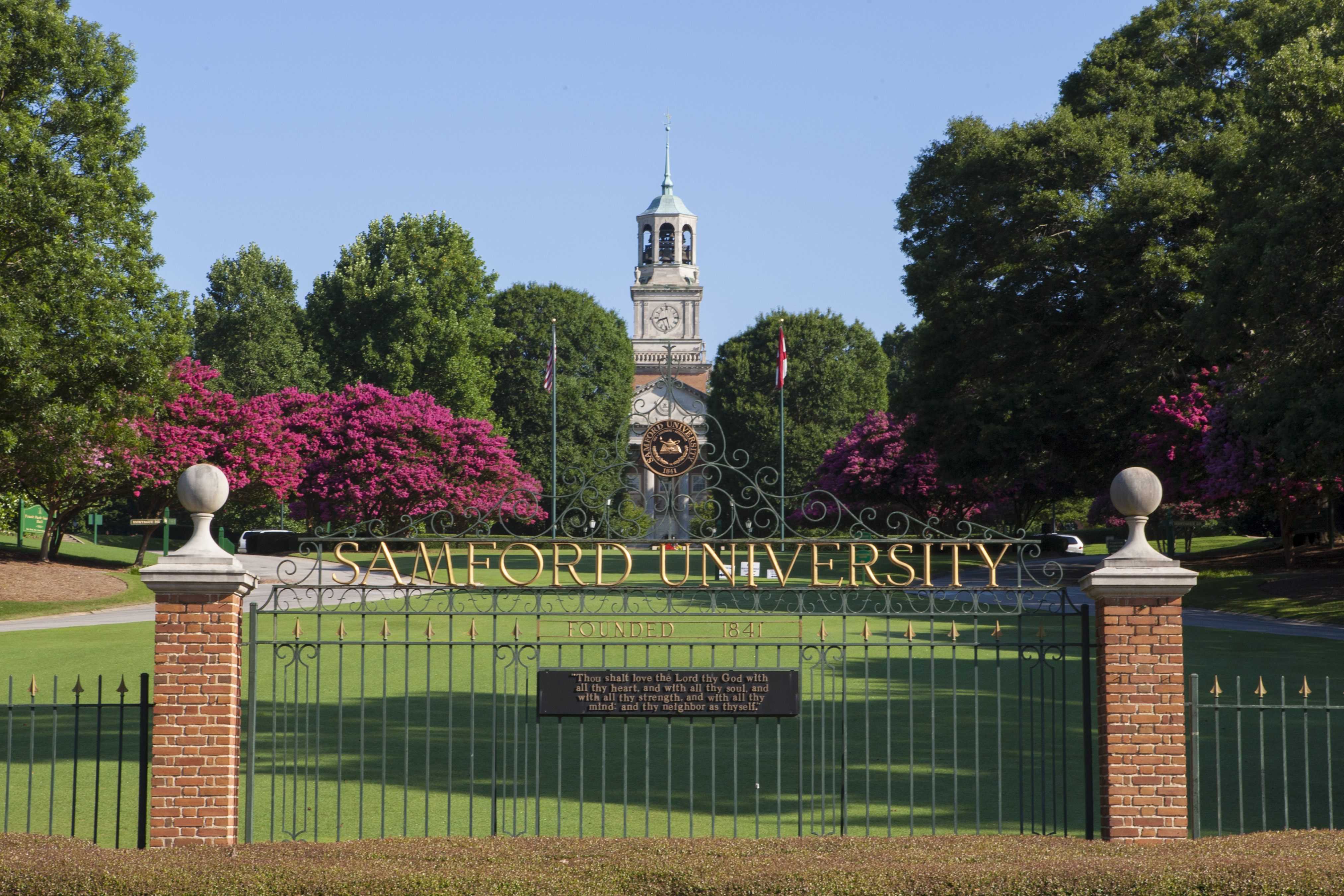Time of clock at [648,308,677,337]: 8:27
